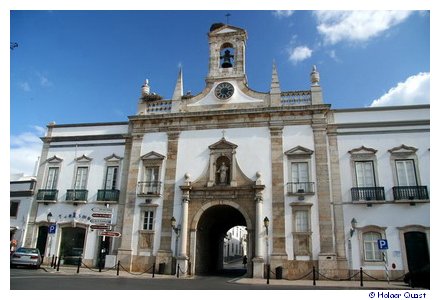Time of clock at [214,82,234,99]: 5:14
